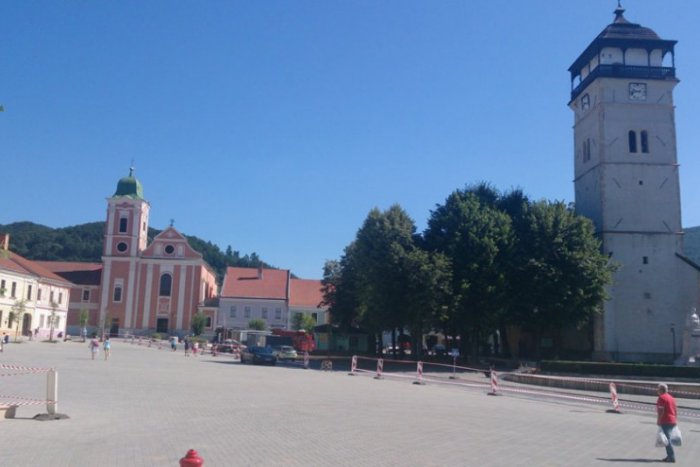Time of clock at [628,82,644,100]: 9:42
